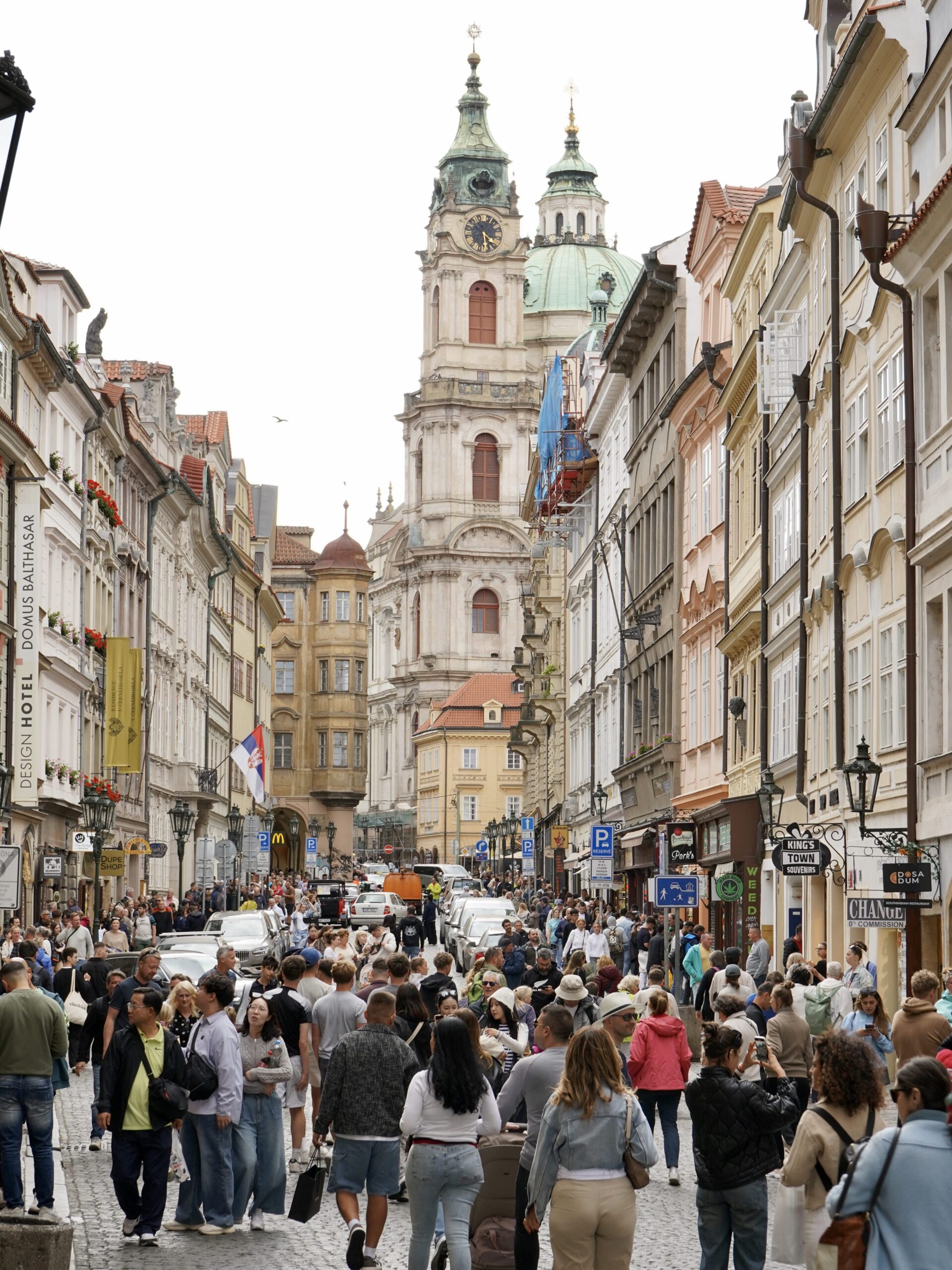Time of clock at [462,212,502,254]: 4:29
